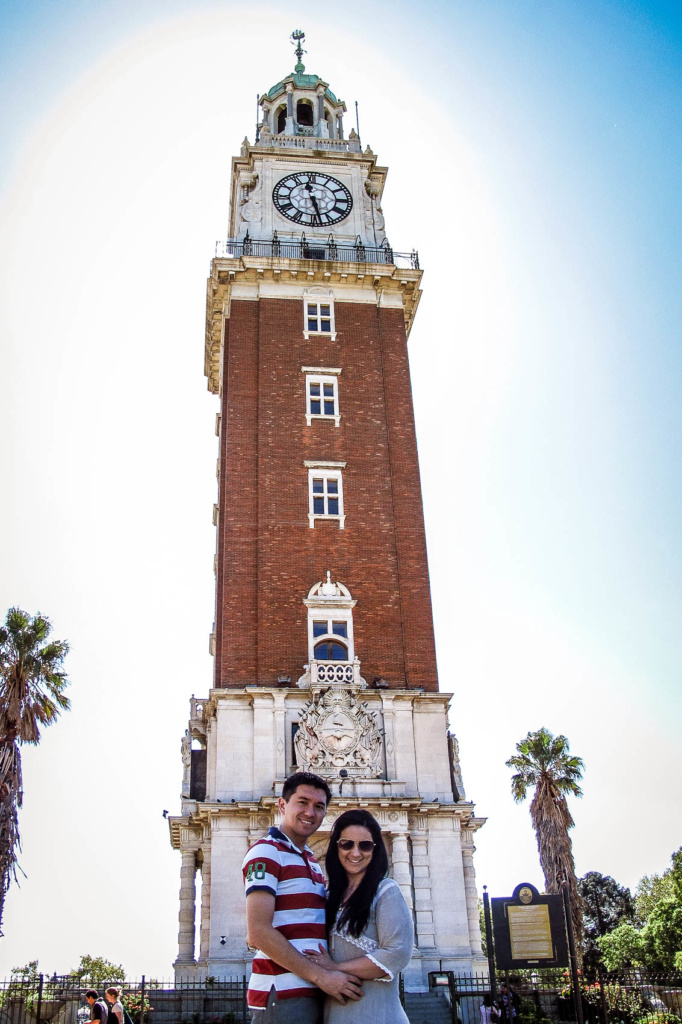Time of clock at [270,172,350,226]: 11:28
